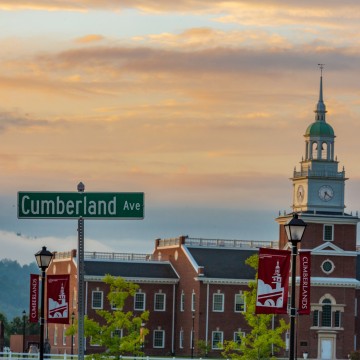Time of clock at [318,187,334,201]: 6:21
